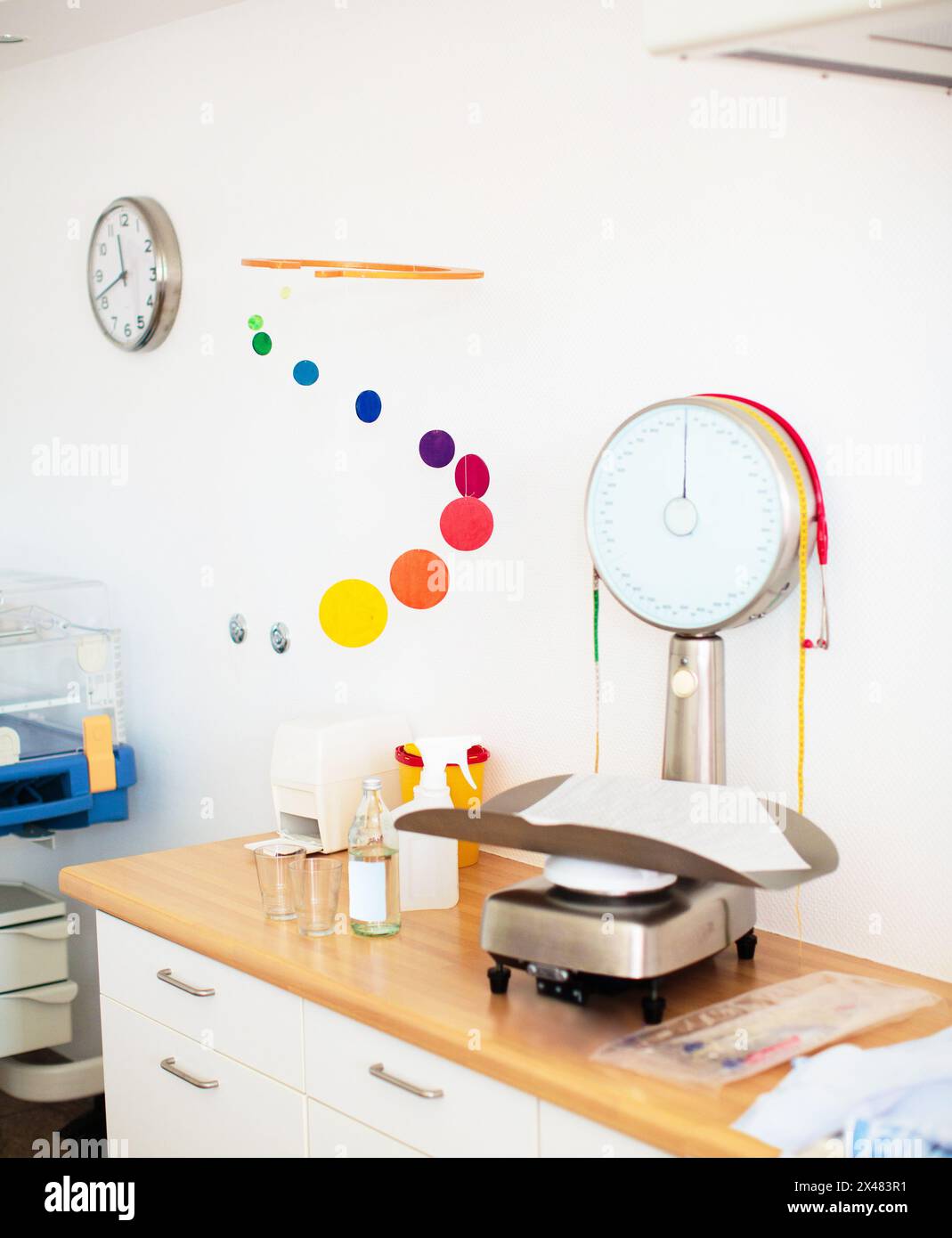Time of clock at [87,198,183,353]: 11:41
